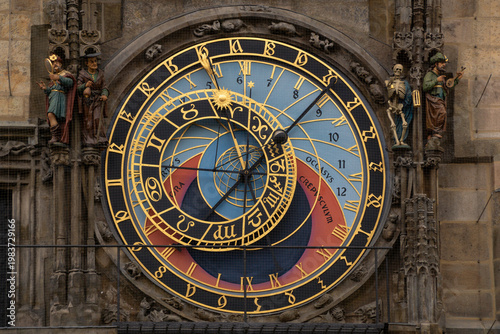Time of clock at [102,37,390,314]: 7:07
